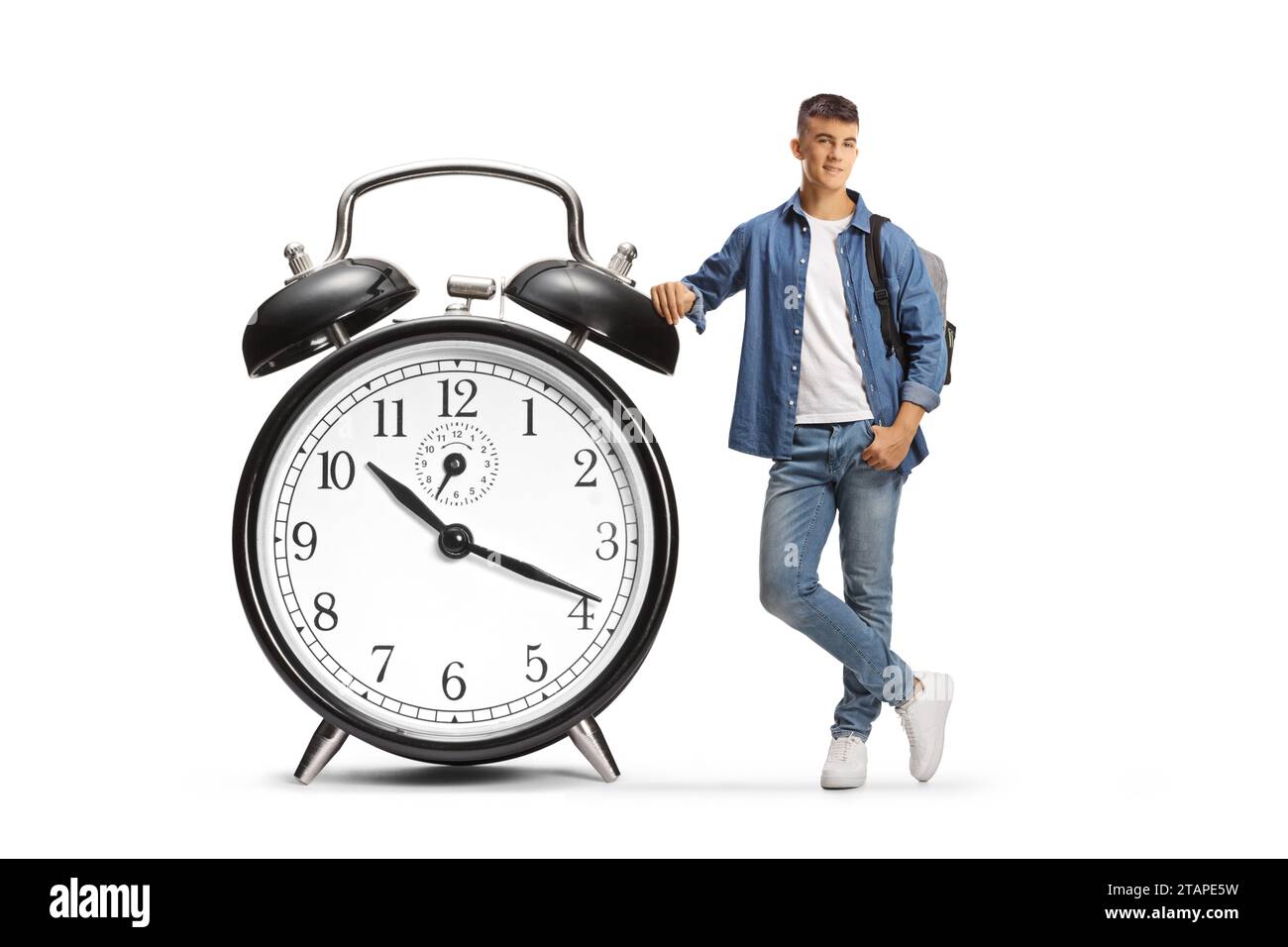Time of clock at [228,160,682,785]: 10:18
